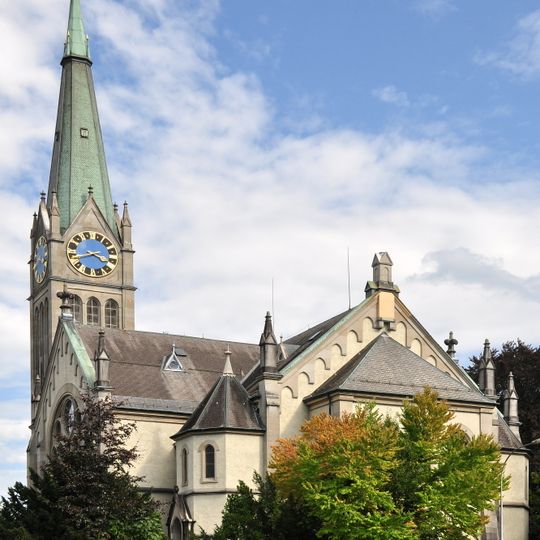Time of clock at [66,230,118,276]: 3:40
